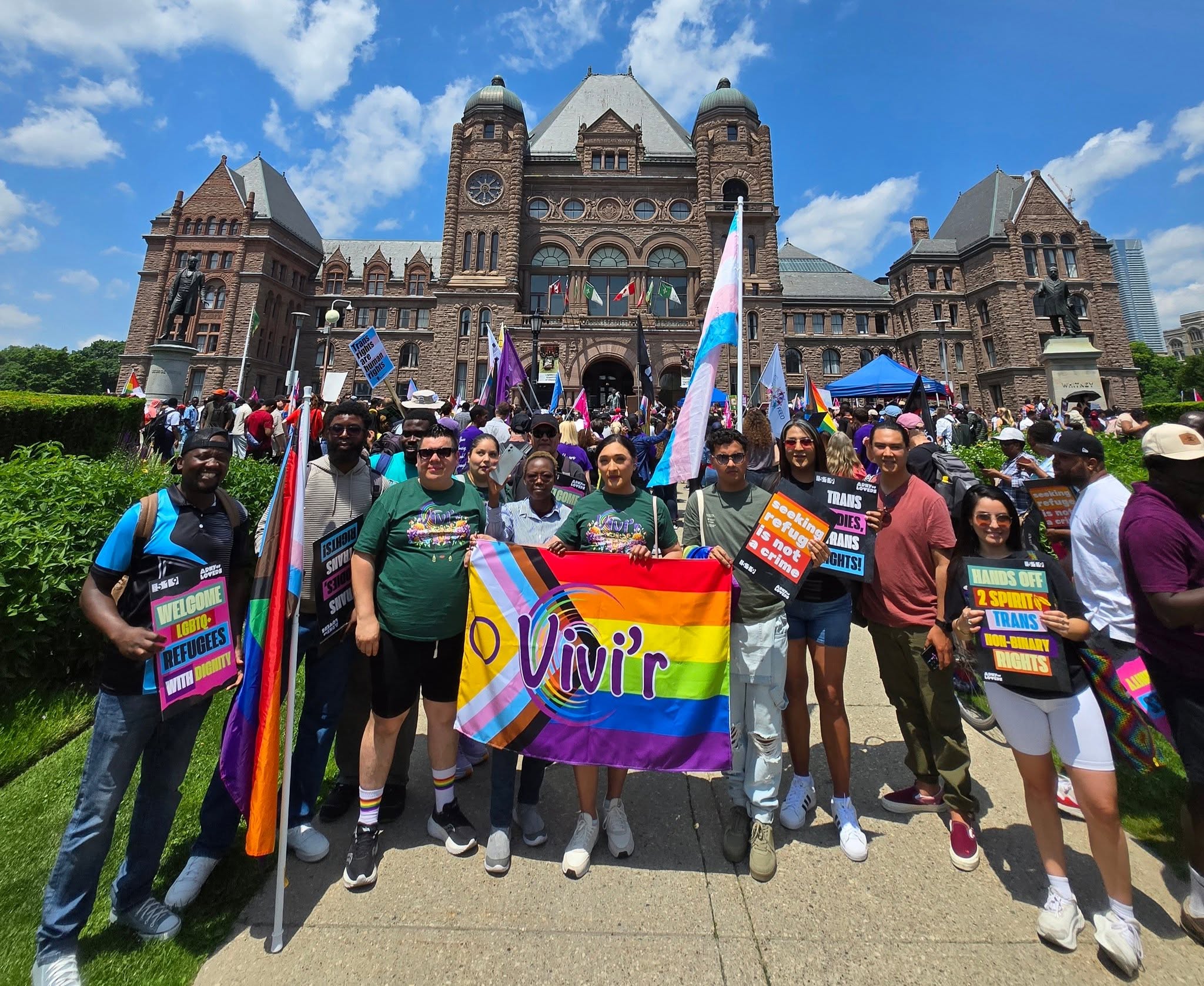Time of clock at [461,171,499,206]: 7:15
